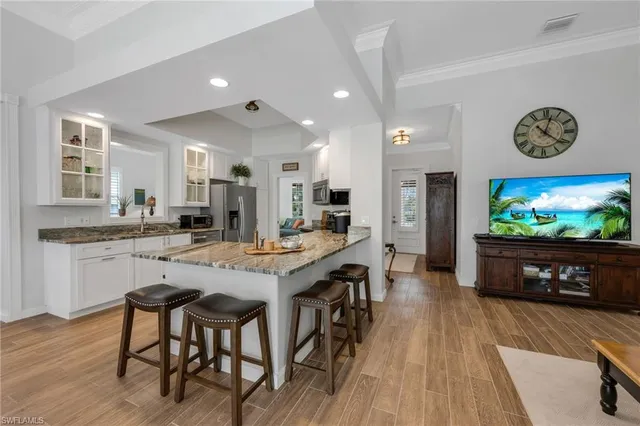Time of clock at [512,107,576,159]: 12:21
